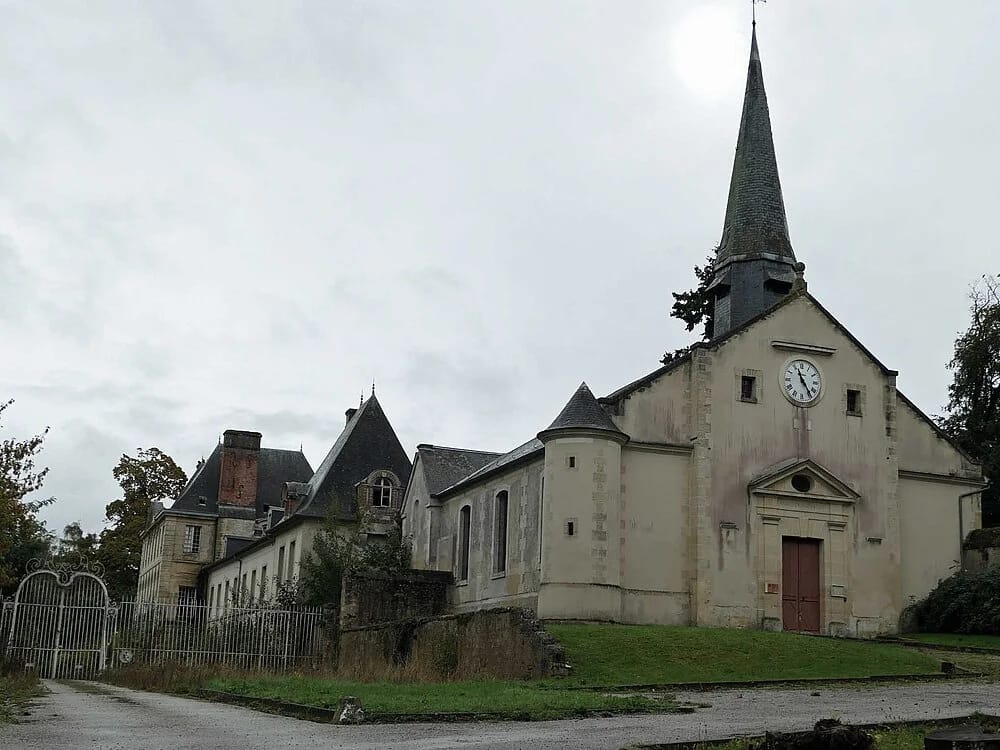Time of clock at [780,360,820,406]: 11:24
